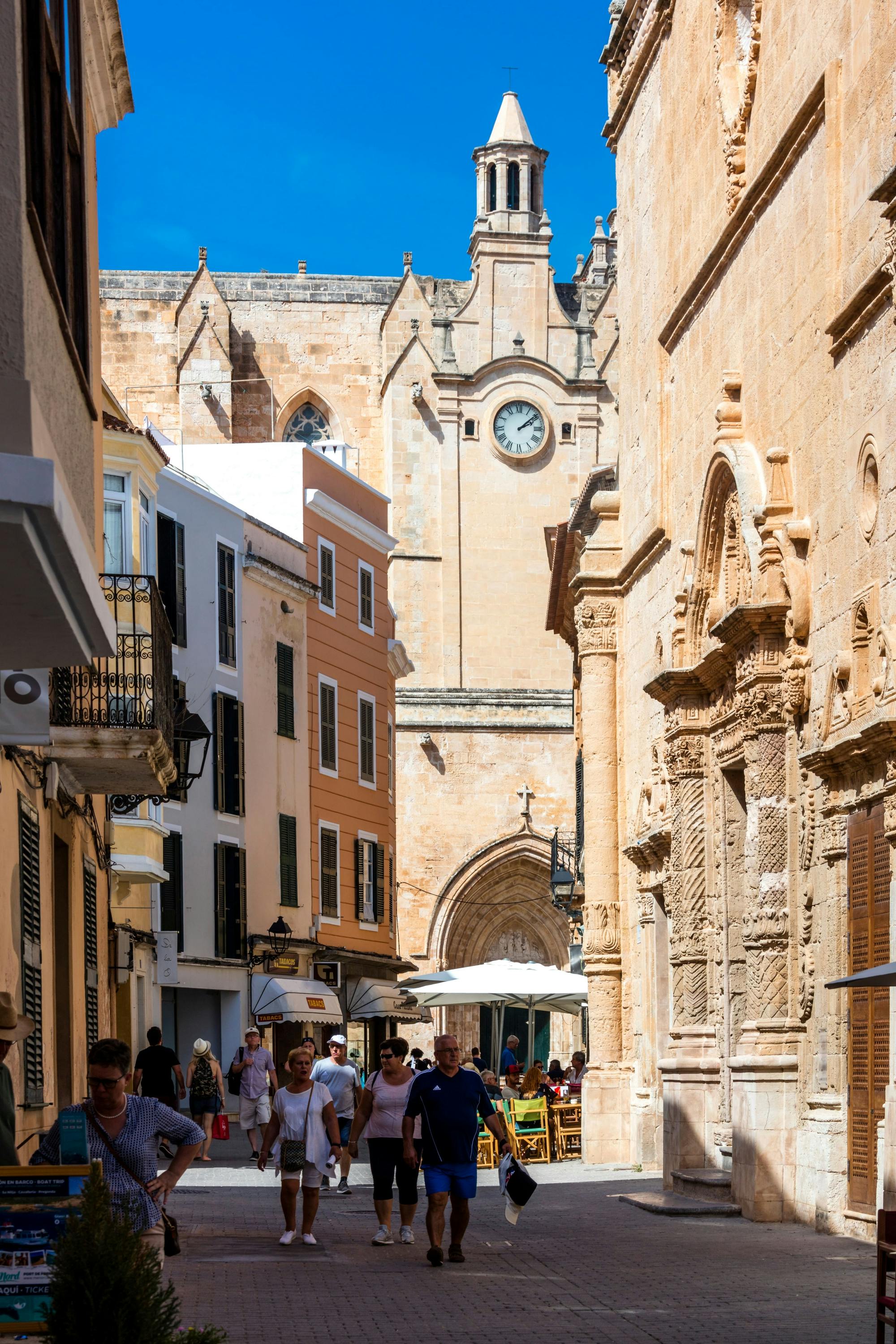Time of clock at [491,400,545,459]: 2:08
